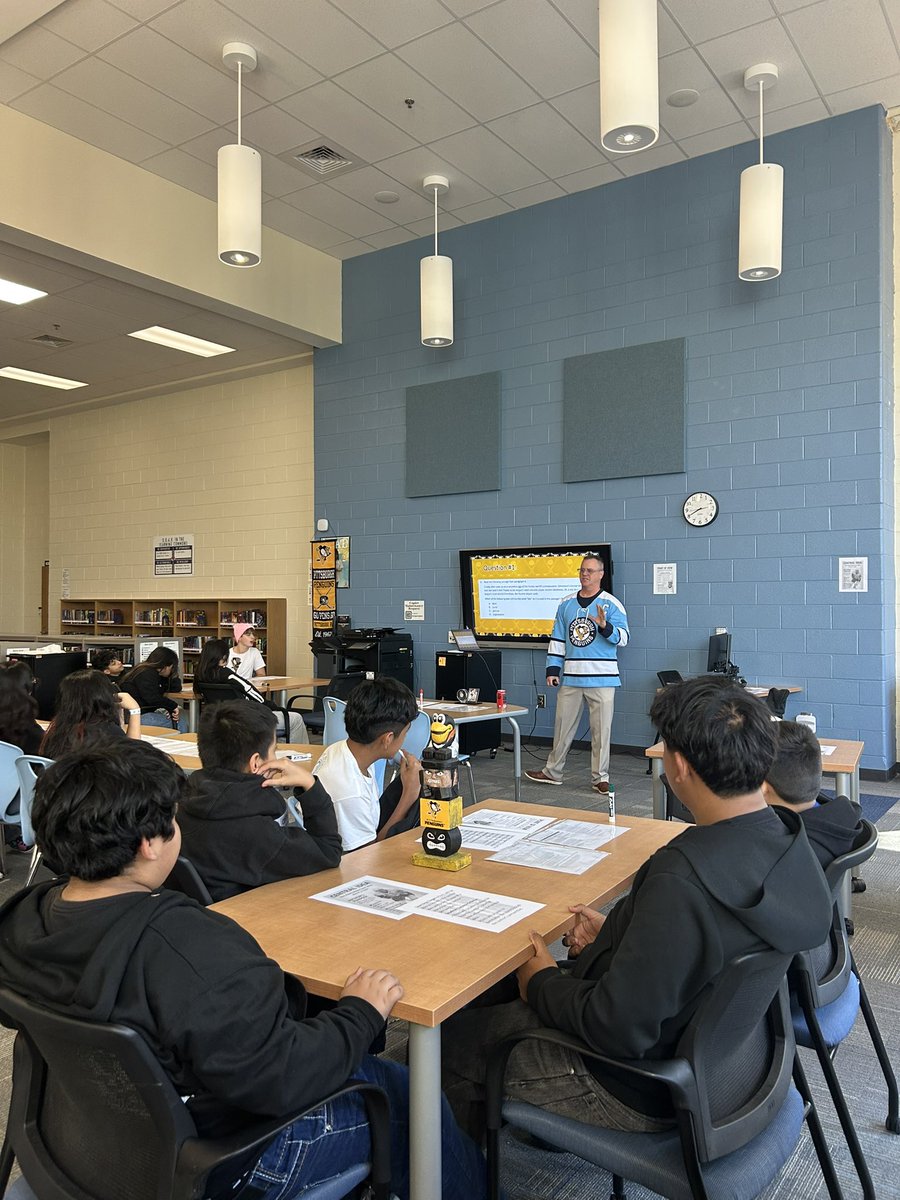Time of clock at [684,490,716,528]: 2:40
